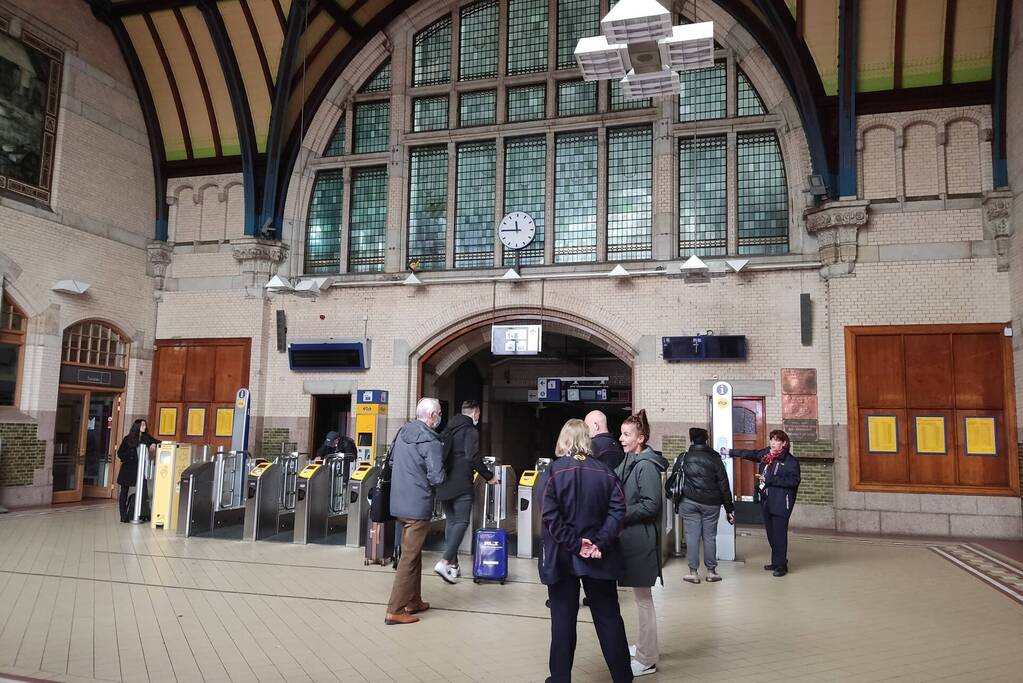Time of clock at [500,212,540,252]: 11:45
